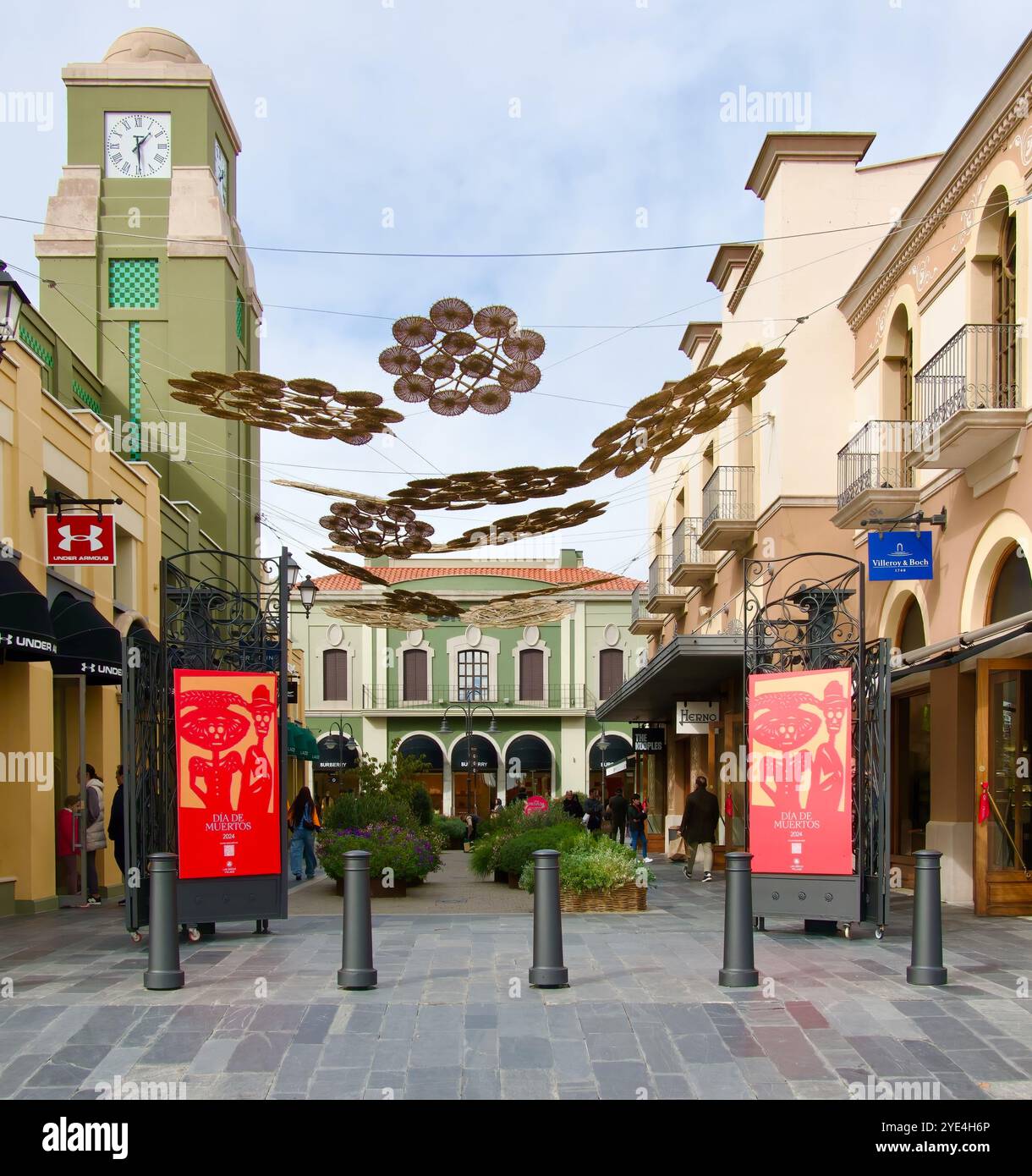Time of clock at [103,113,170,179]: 1:29
